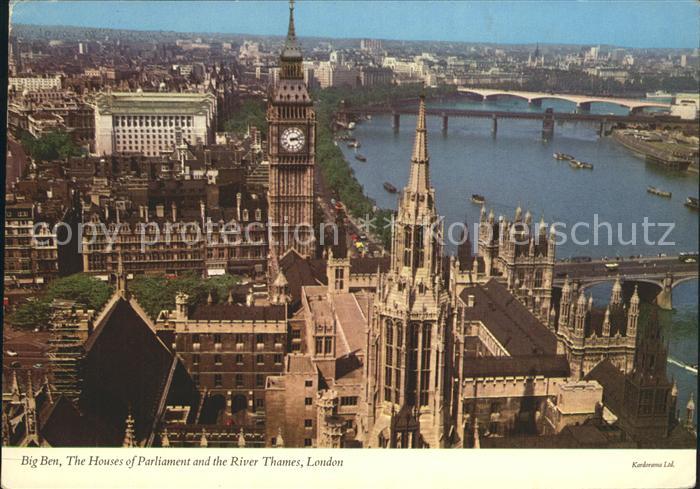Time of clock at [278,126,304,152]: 3:11
